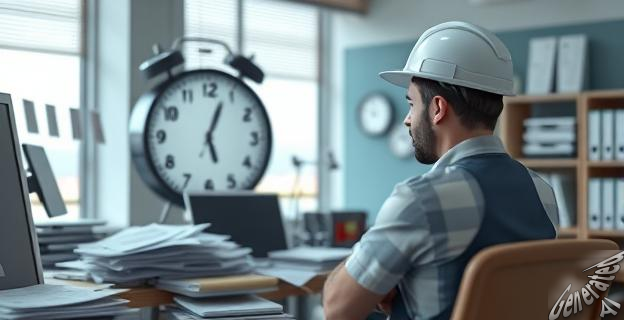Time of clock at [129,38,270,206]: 5:03
